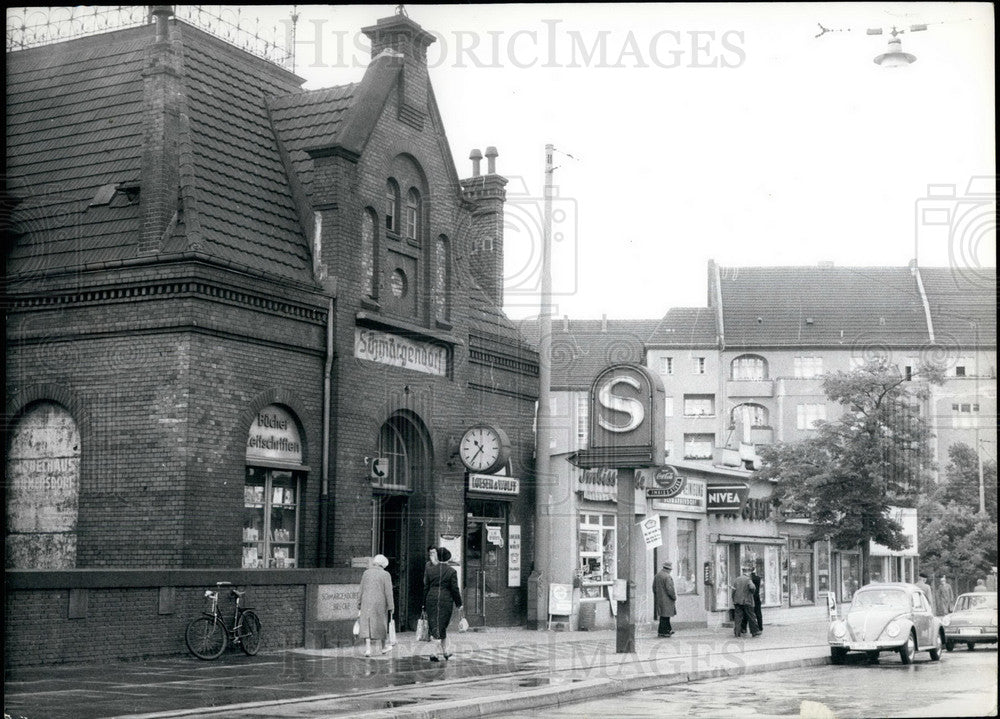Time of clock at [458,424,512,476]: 10:36
